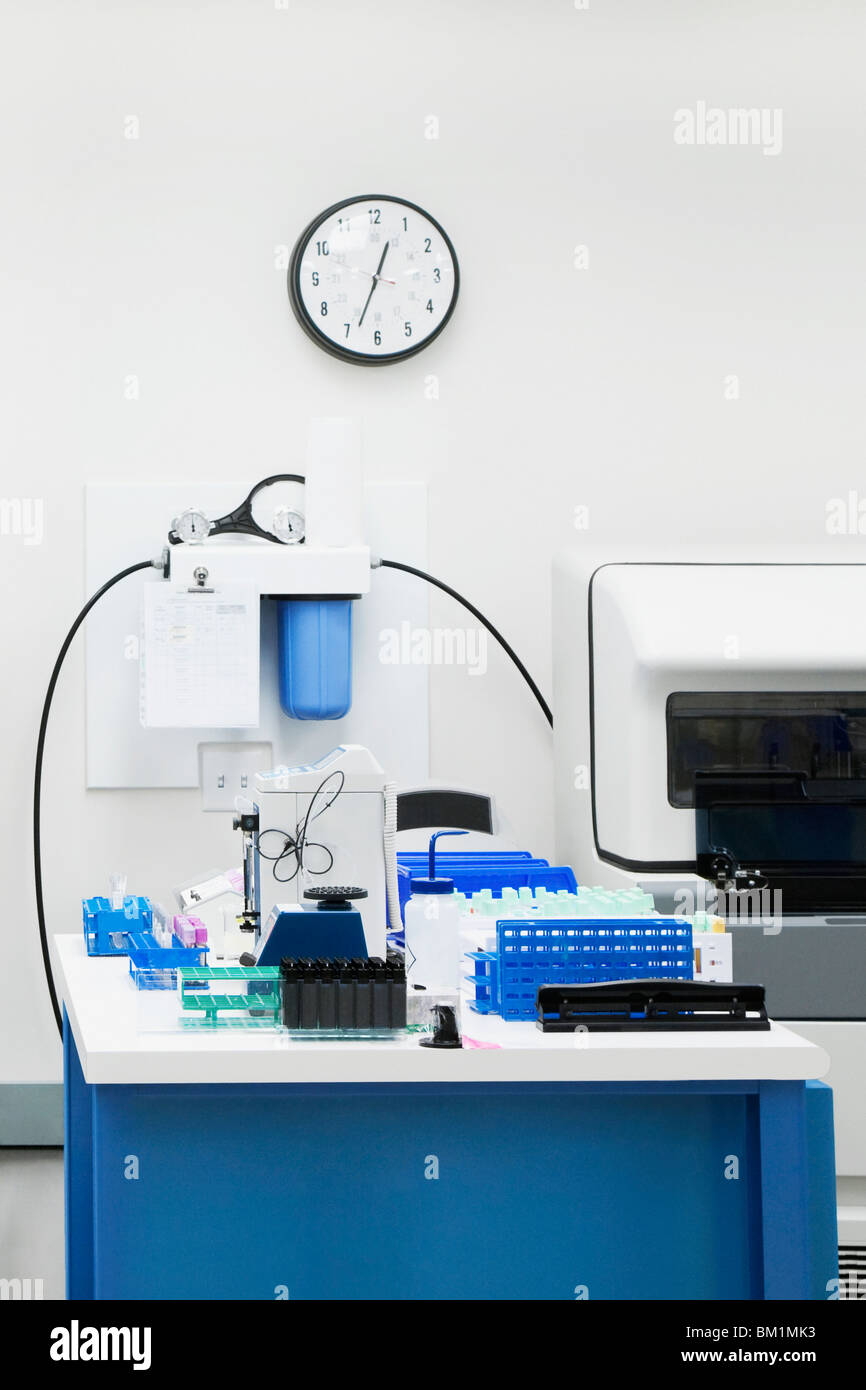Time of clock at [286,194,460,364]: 12:33
